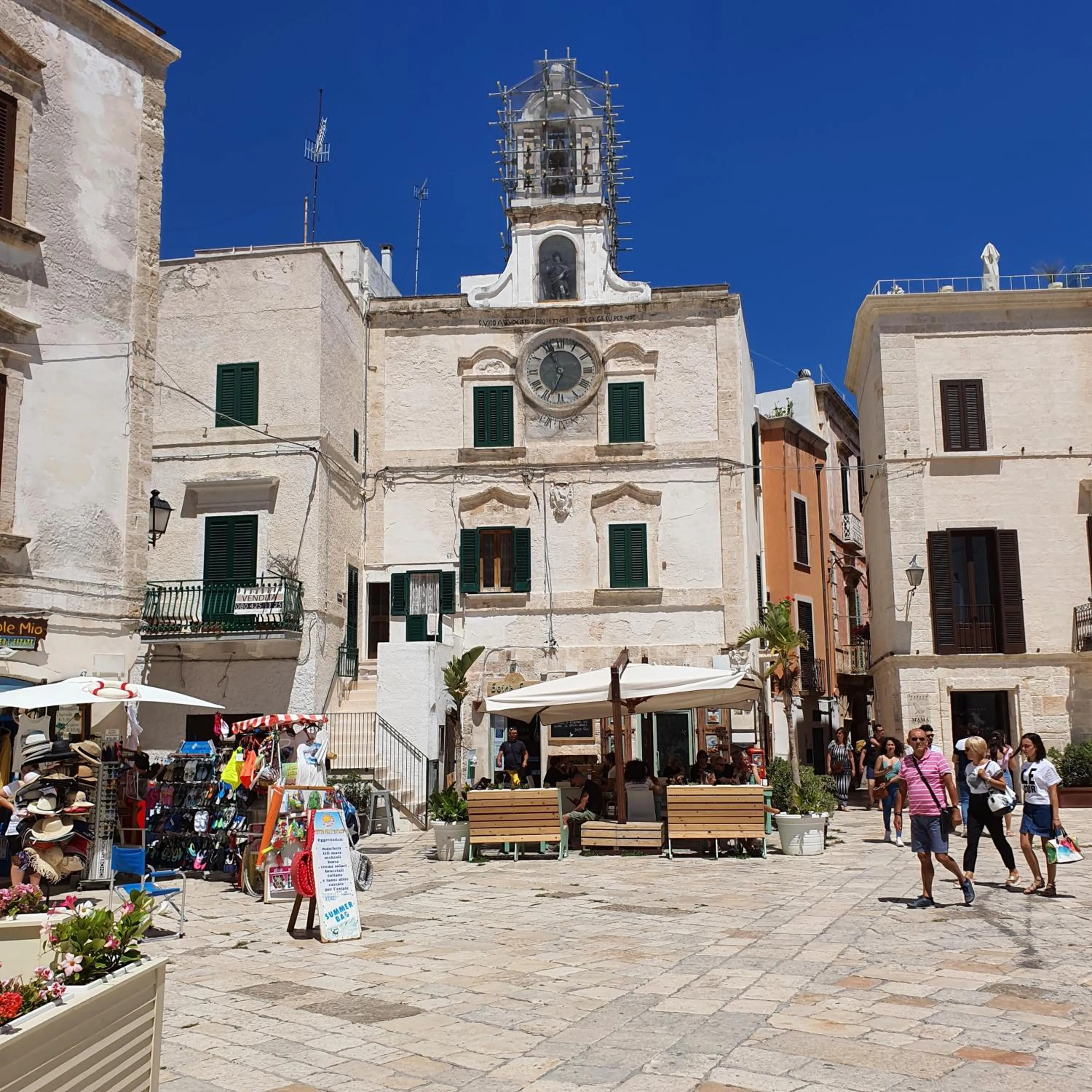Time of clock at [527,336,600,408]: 6:56
